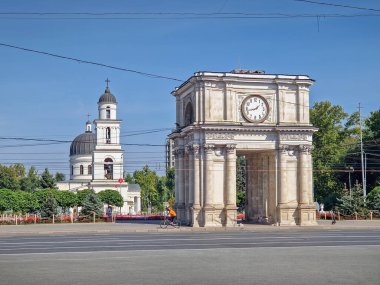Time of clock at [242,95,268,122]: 1:42
